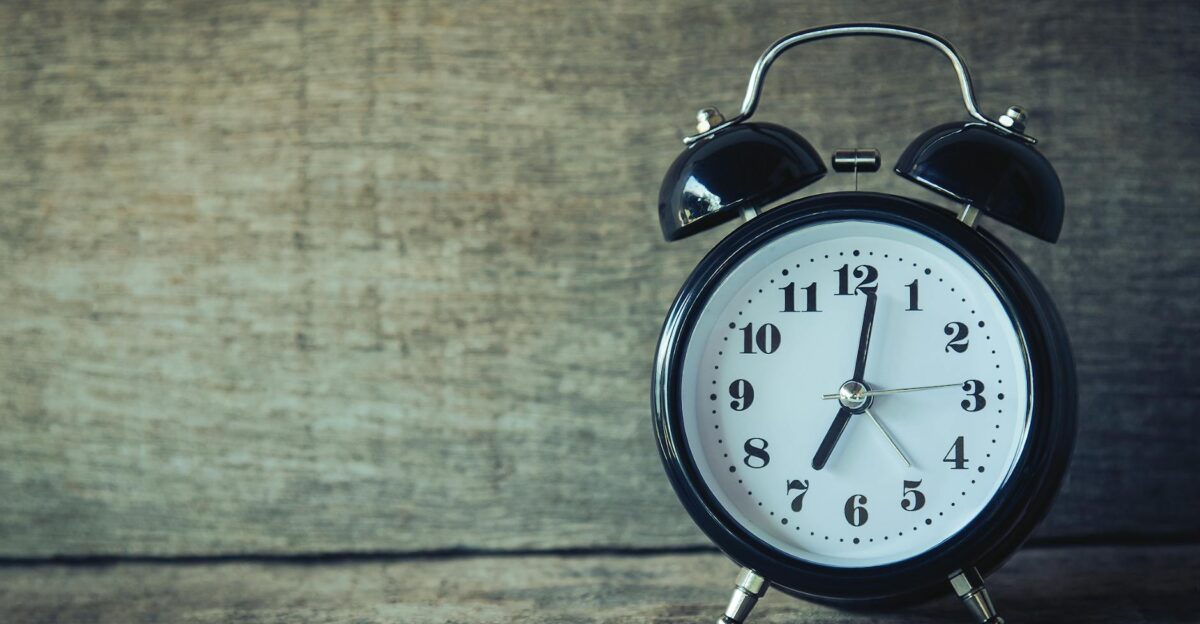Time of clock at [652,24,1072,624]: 7:01
